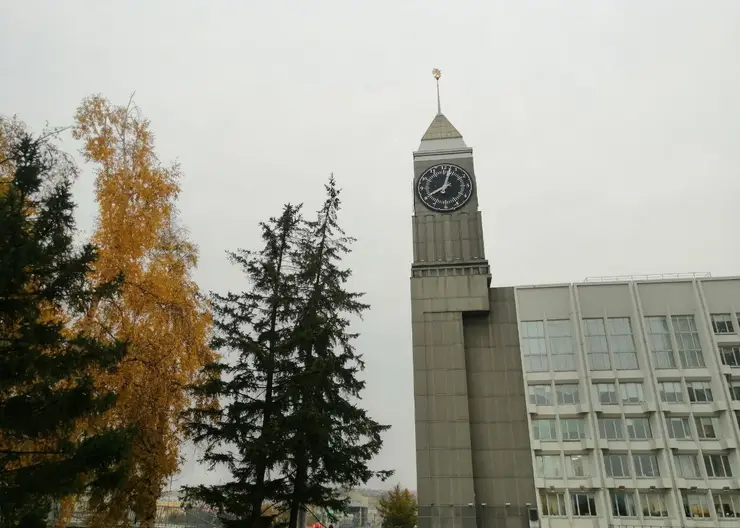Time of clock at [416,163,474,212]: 8:02
